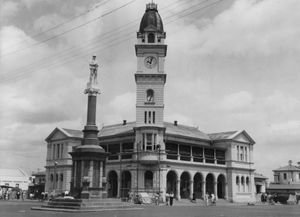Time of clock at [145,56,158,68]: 10:02
